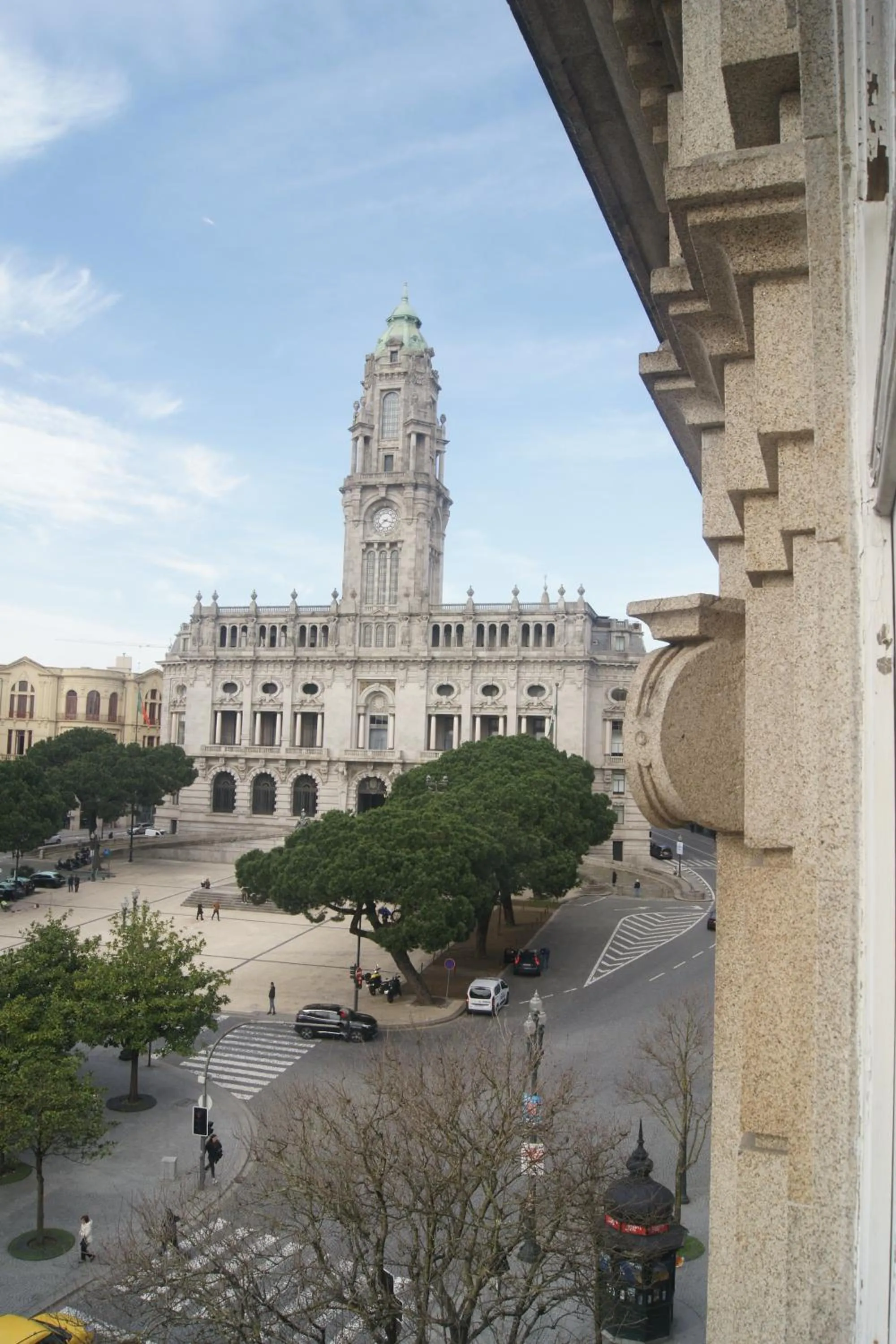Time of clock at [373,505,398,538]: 3:38
